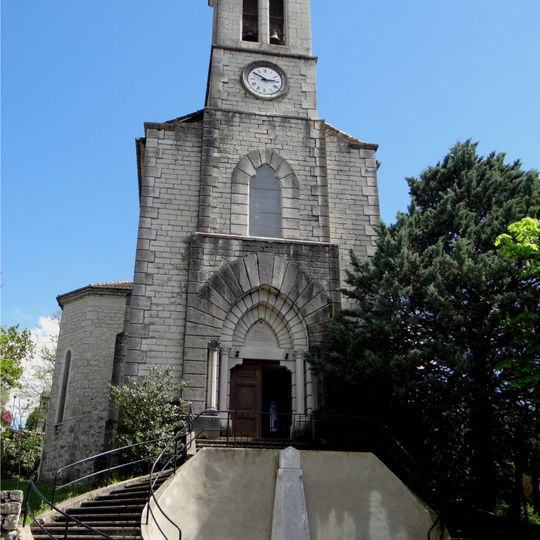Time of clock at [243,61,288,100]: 2:50
